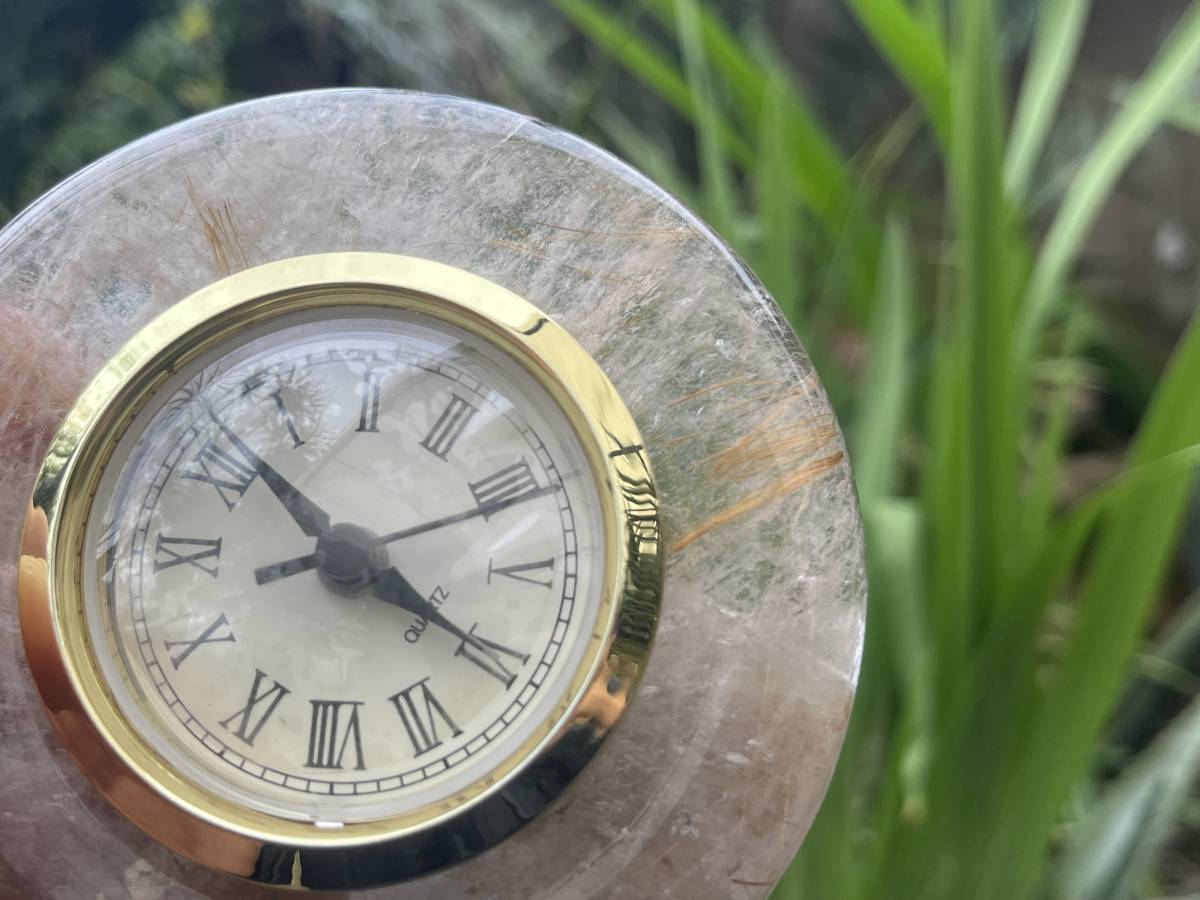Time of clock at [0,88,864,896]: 8:52
